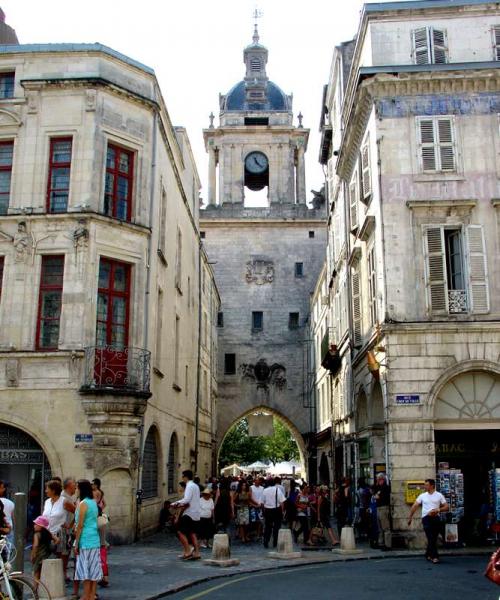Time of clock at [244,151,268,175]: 11:22
